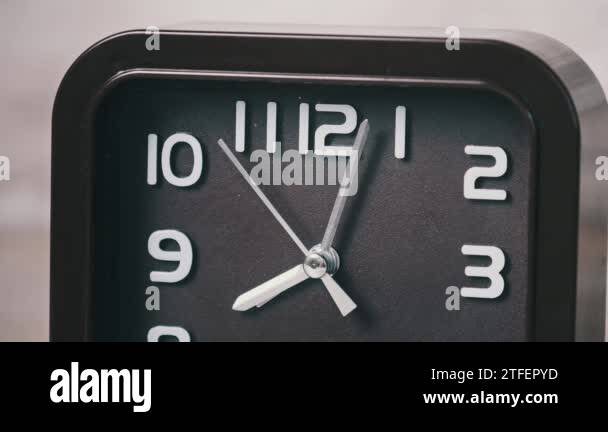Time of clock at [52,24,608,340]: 8:03
